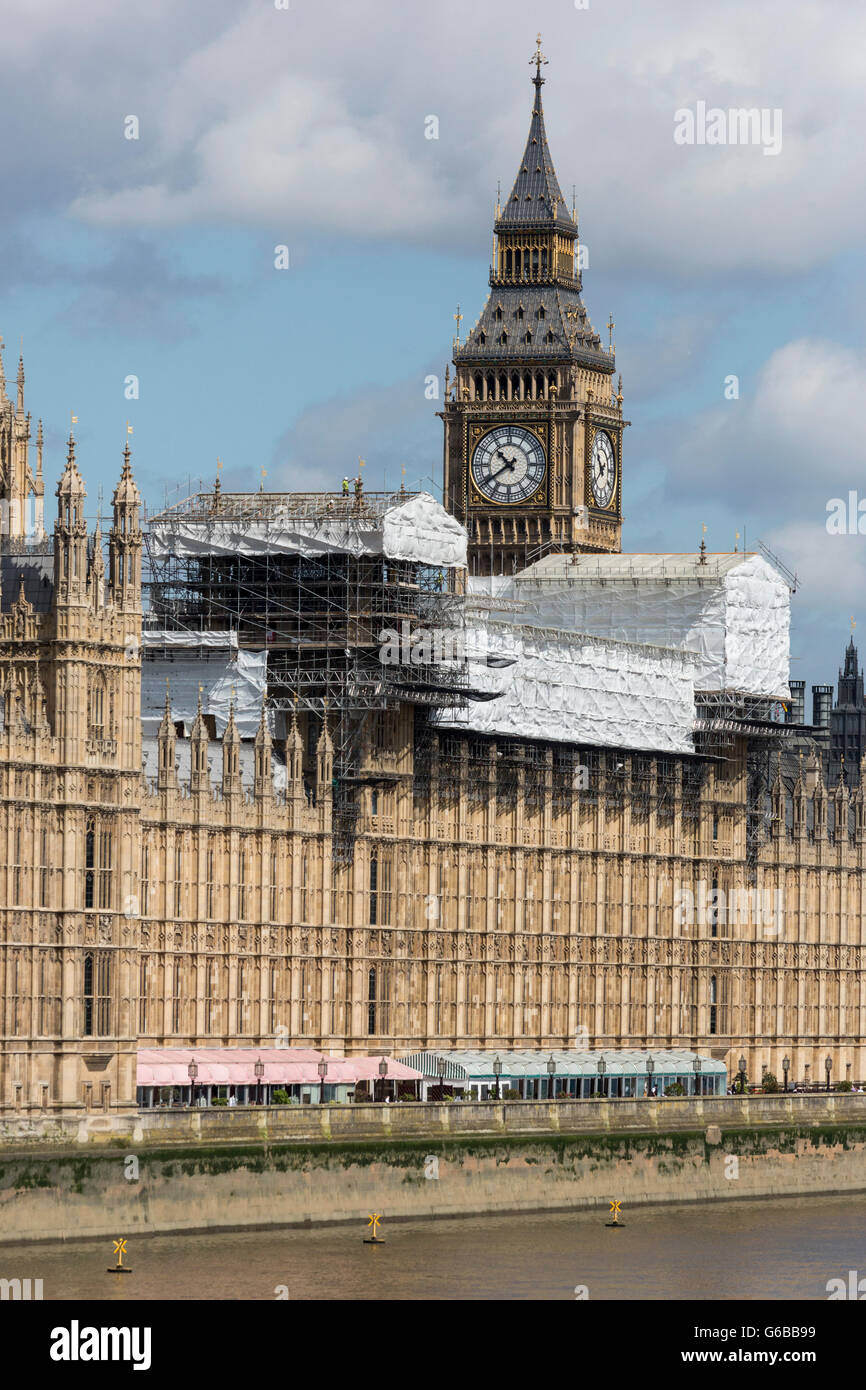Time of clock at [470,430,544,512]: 10:39
